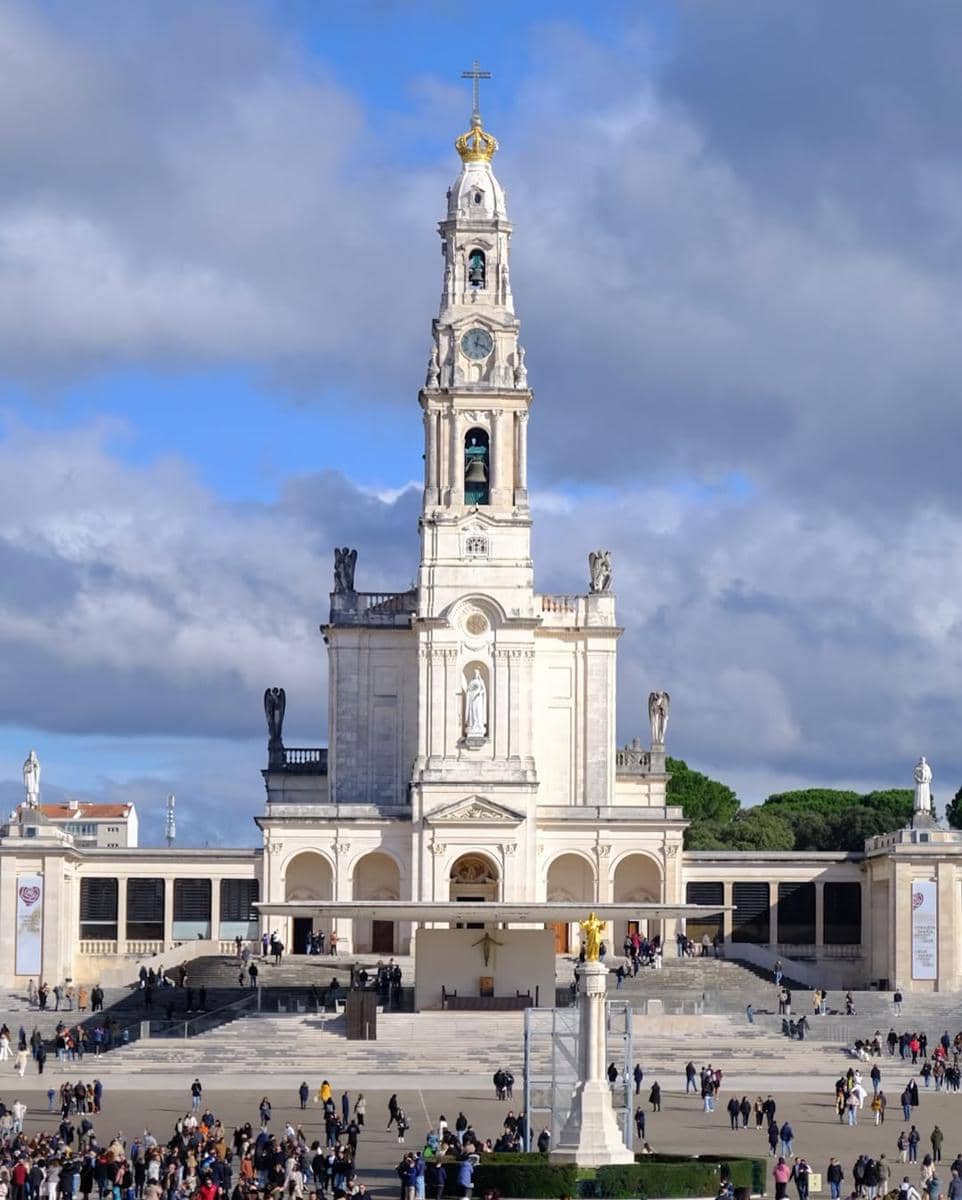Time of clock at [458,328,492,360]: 12:19
